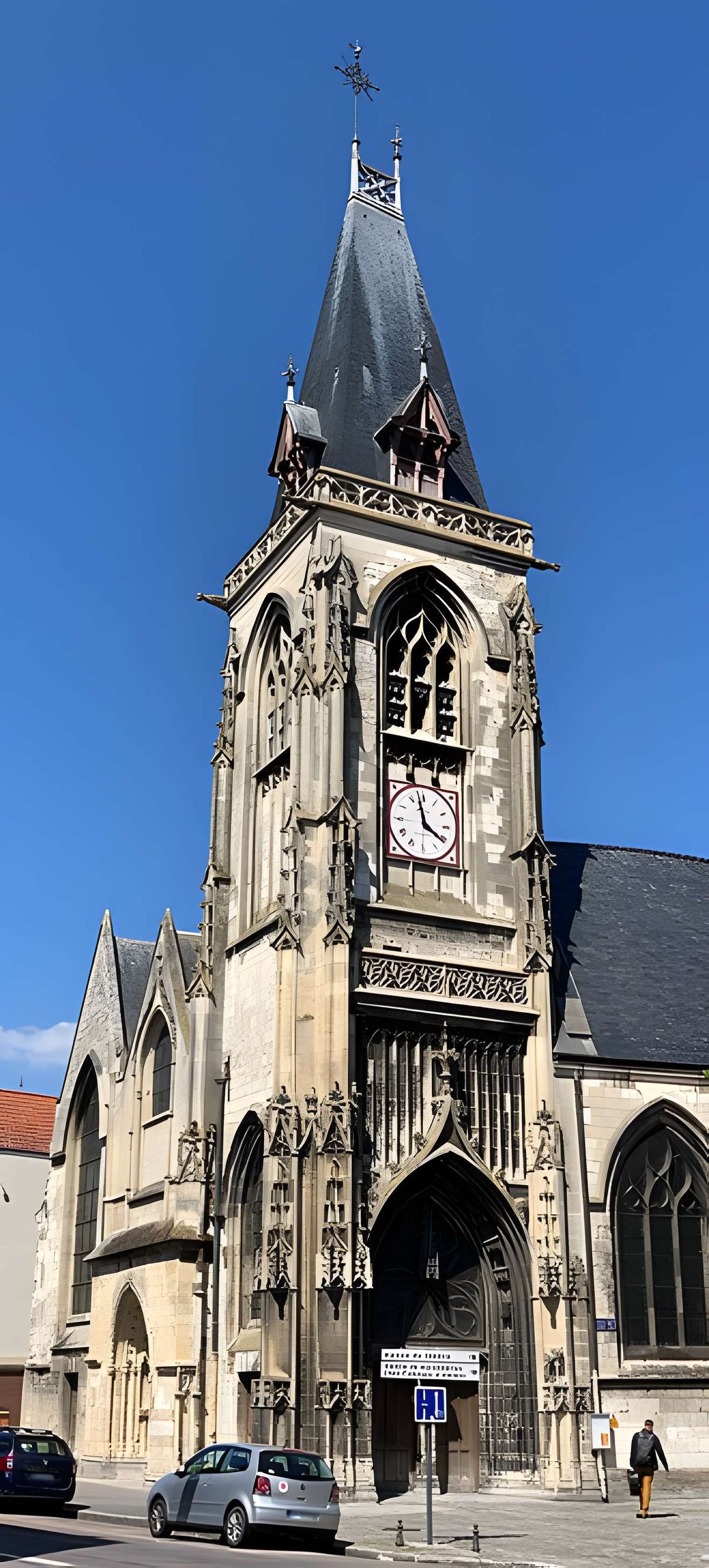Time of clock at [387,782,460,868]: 3:58
